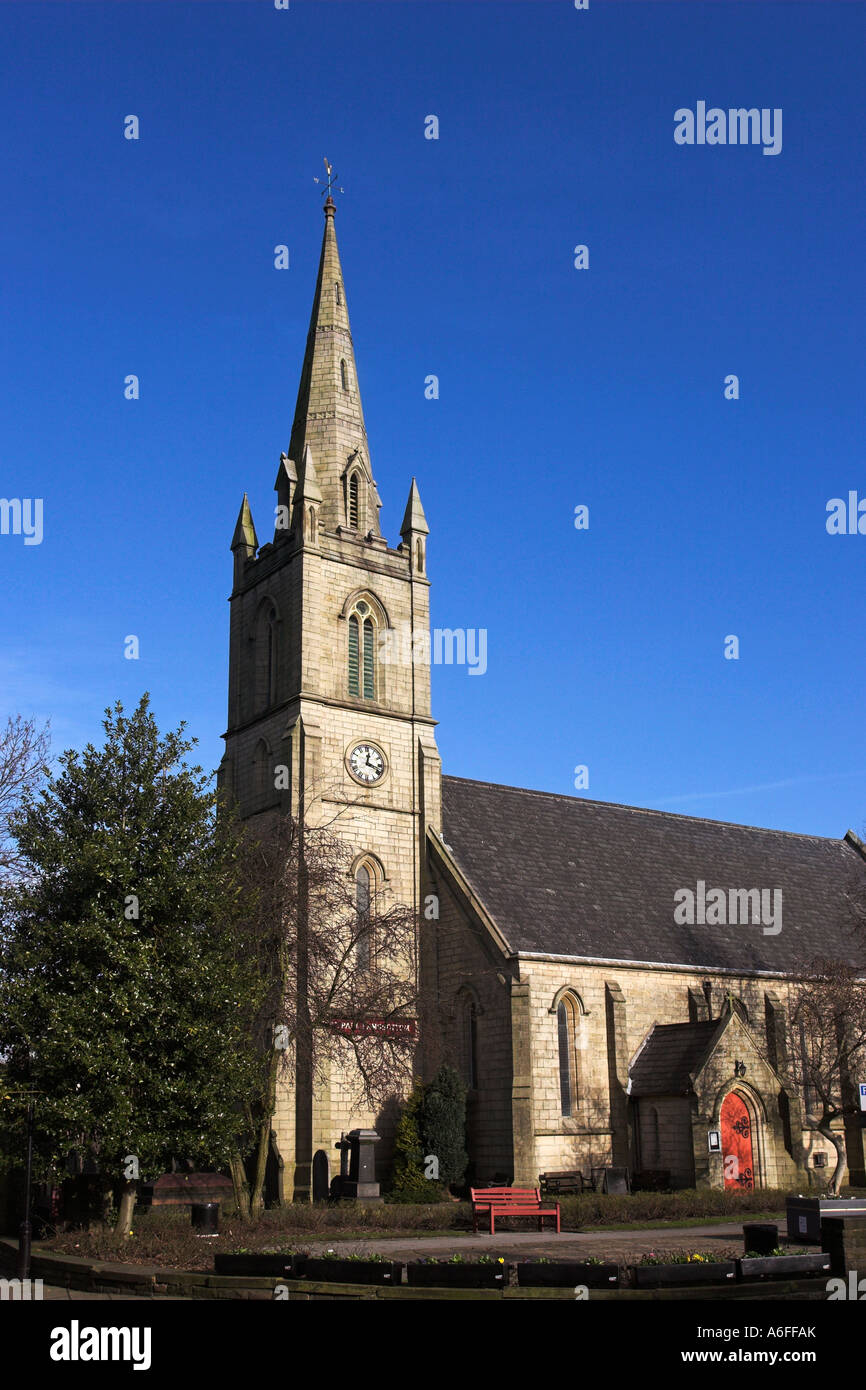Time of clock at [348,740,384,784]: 12:17
